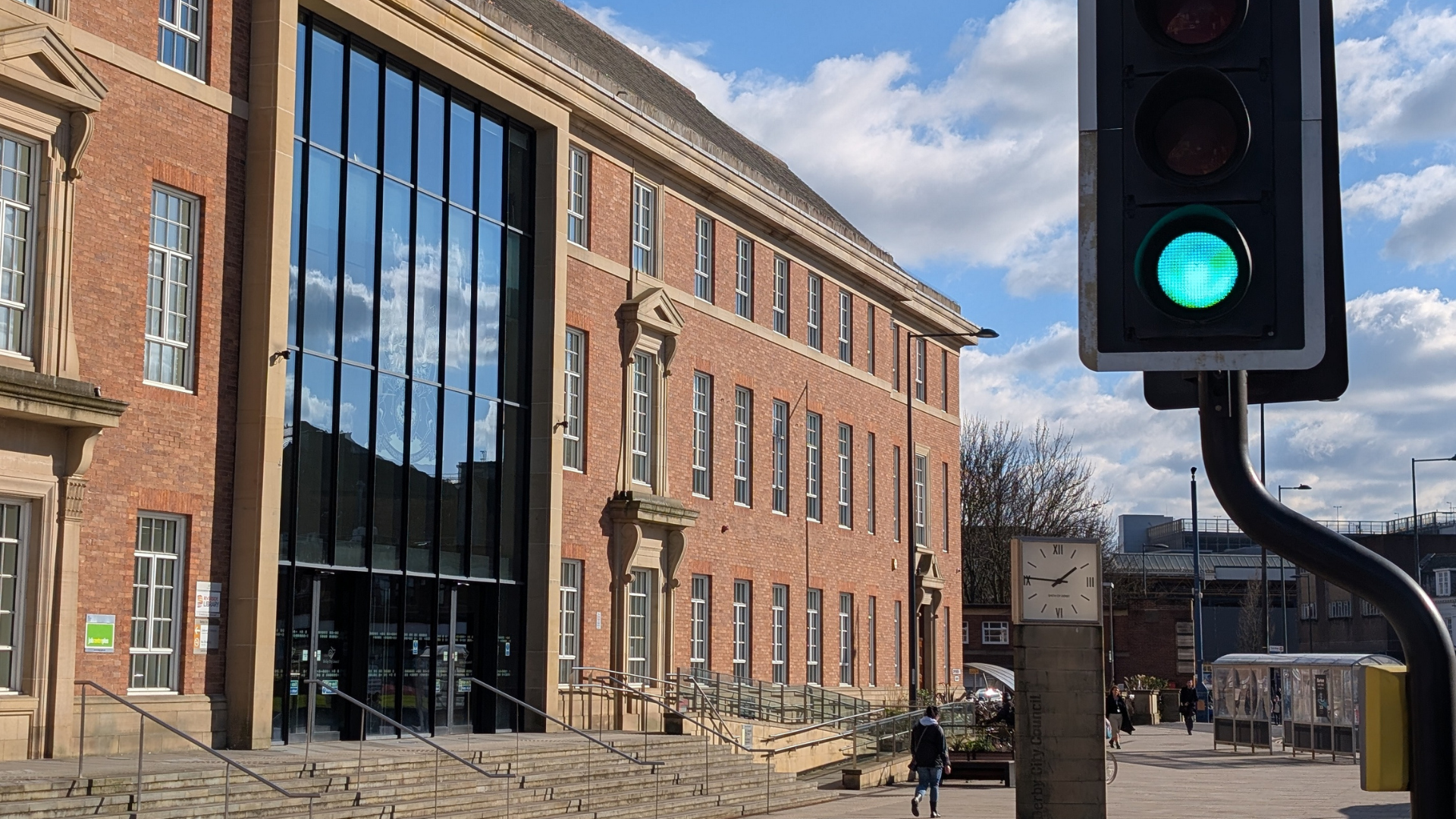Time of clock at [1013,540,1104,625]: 1:46
